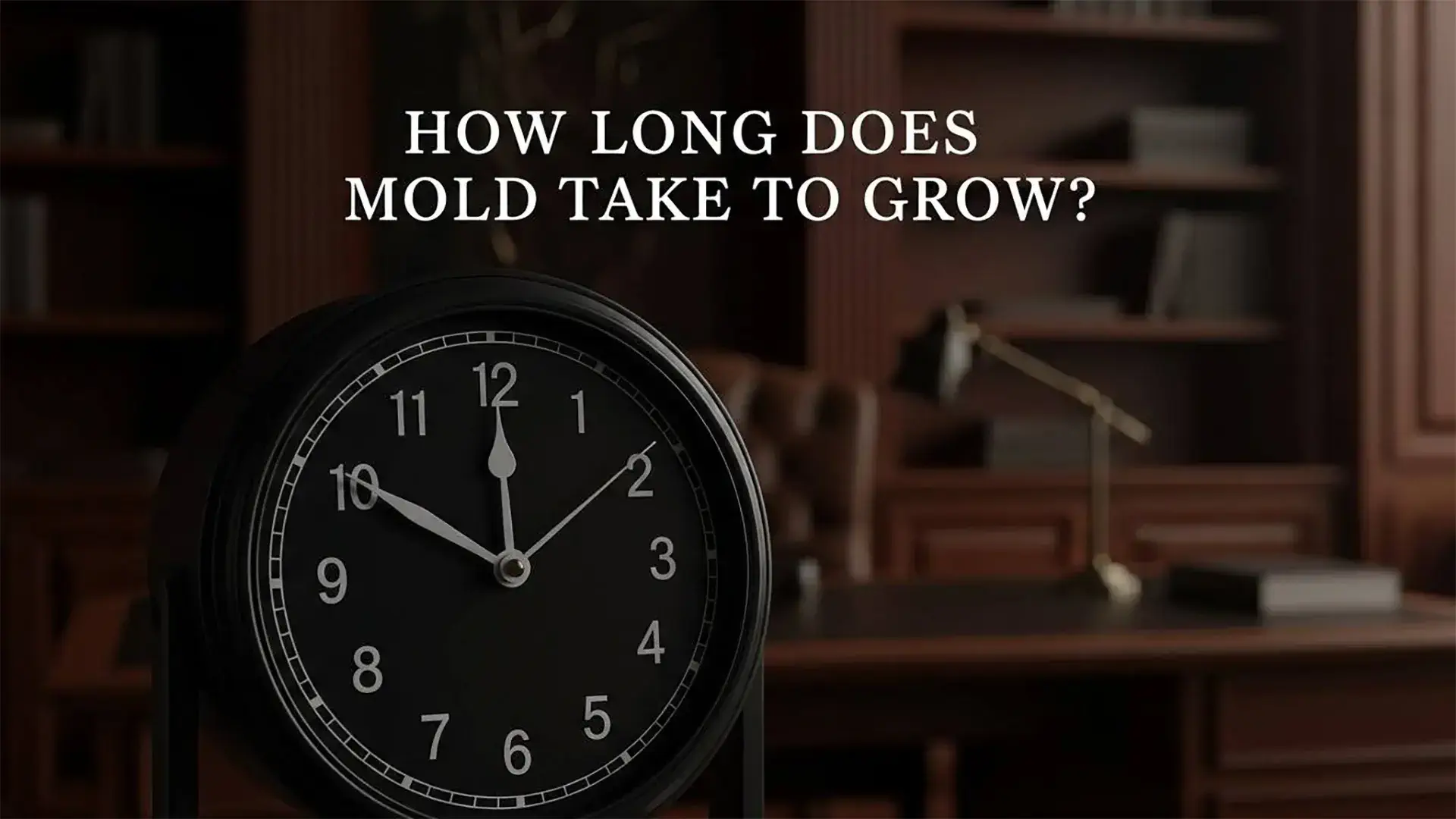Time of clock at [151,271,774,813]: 11:50
